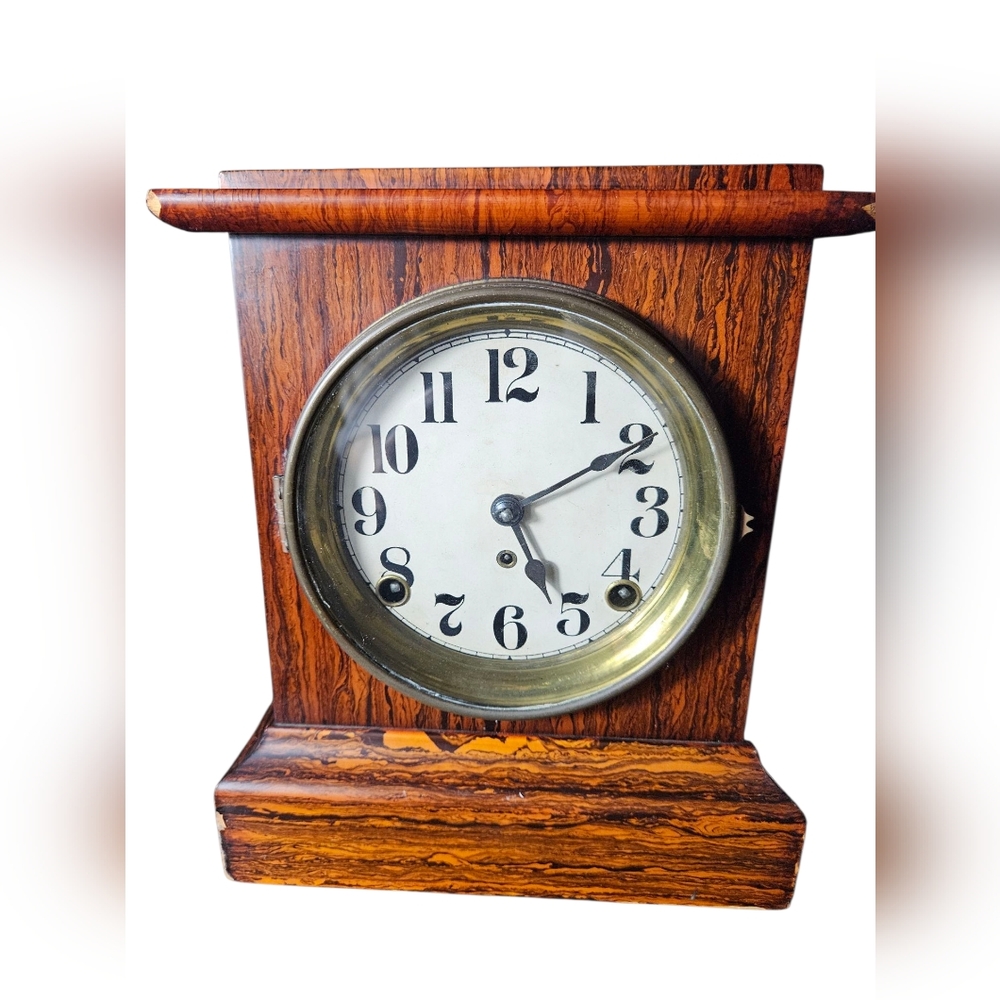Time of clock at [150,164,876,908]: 5:09
